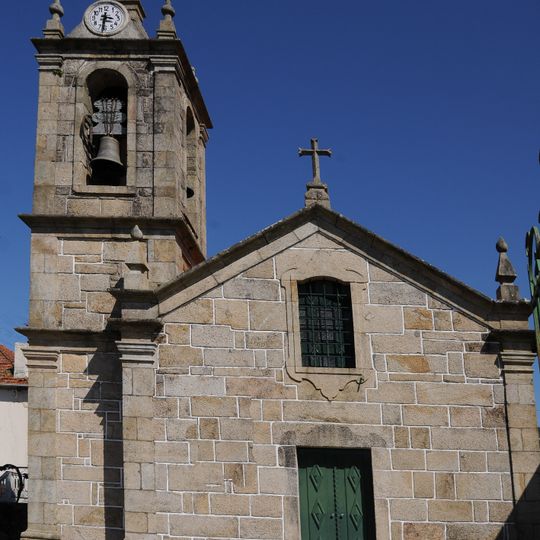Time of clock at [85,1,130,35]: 3:31
